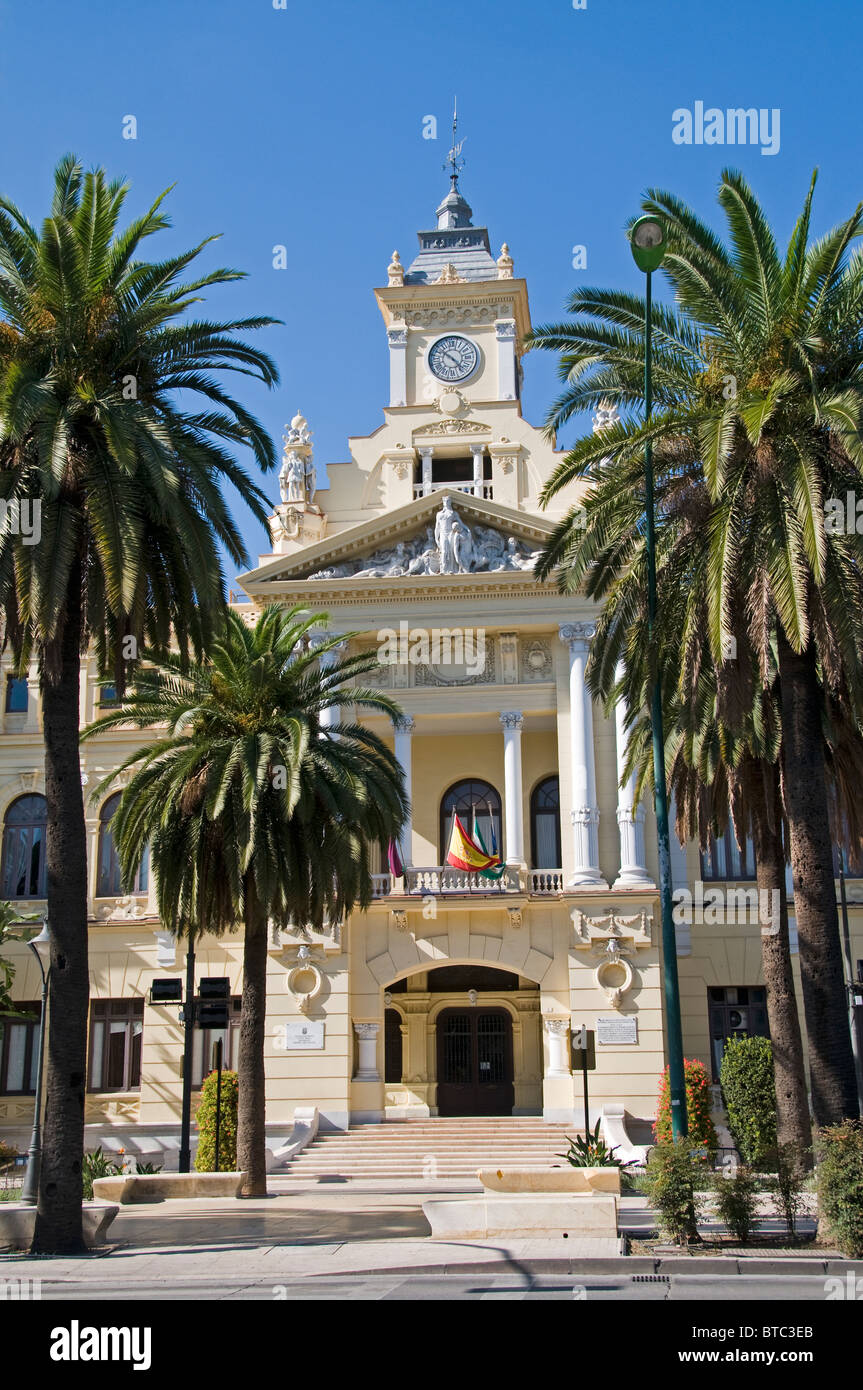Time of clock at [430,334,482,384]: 10:23
